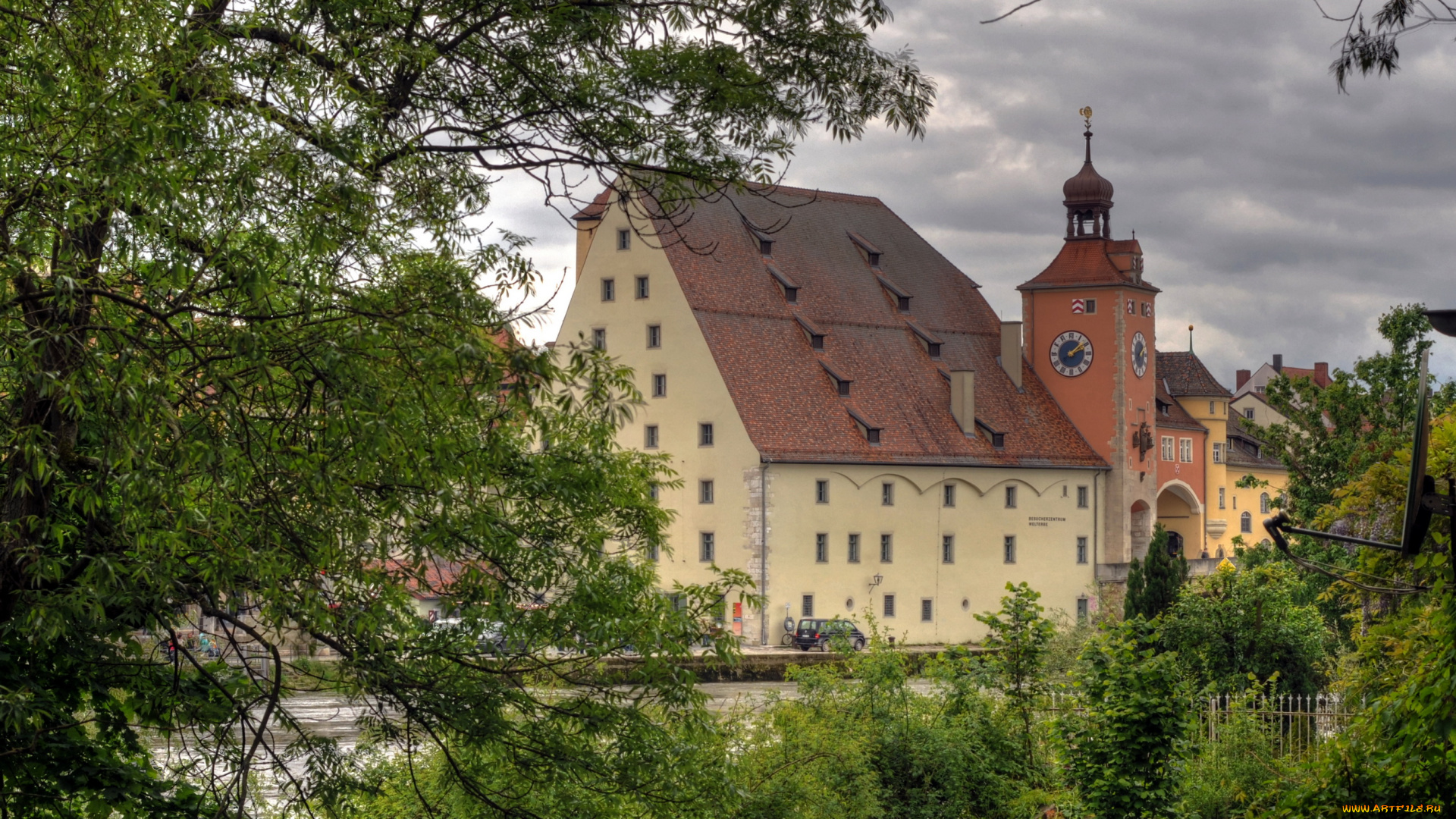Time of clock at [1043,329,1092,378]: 2:09
